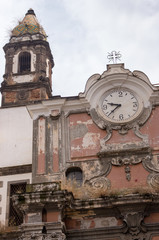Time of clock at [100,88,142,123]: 9:38
